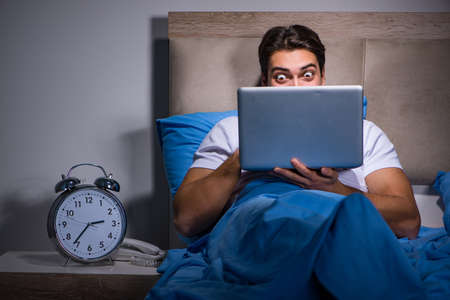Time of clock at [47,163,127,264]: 2:36
